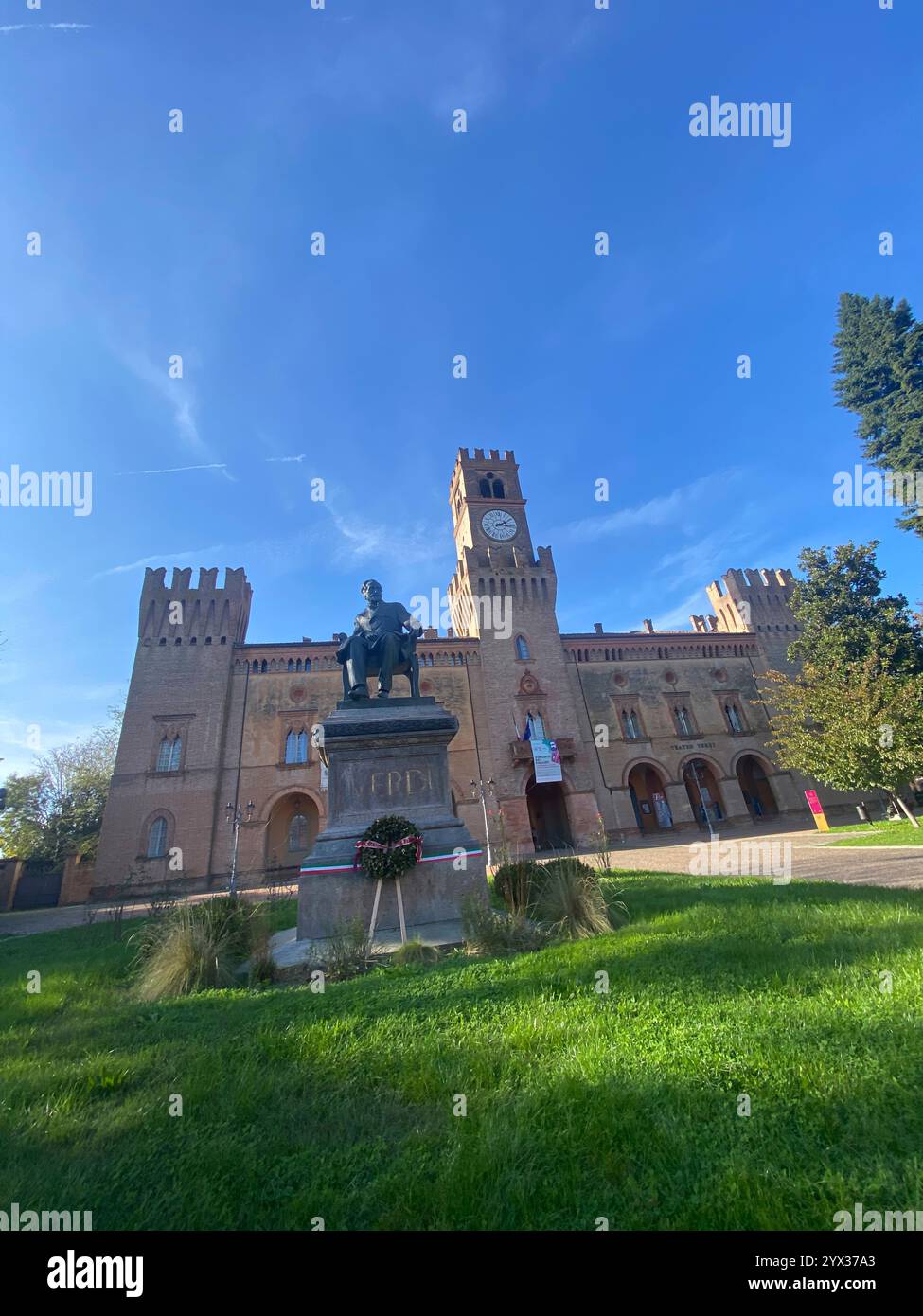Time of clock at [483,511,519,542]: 2:16
